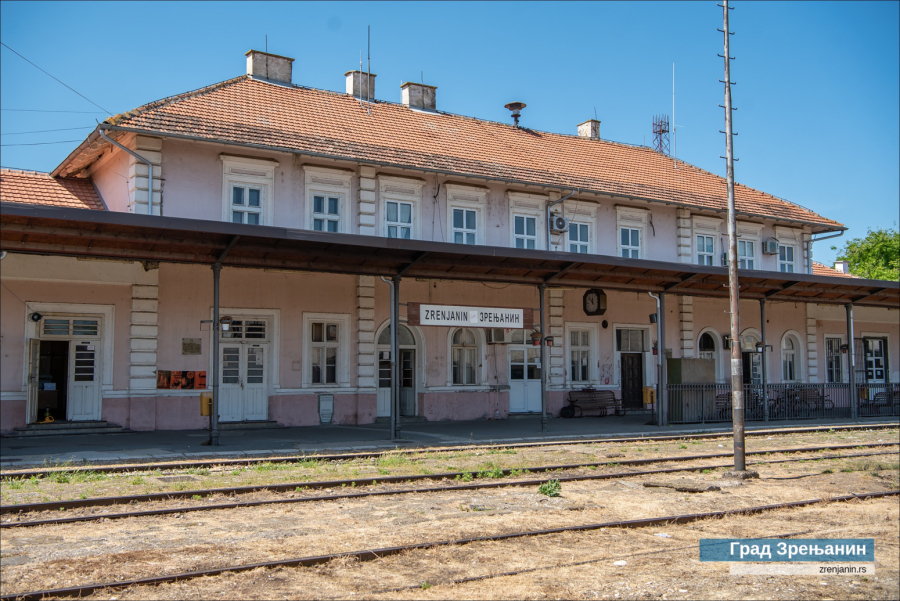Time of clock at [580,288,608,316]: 11:51
